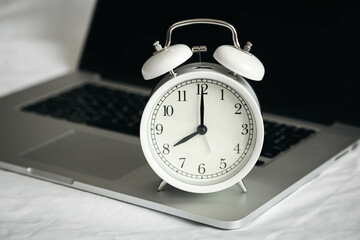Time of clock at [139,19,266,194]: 8:00
